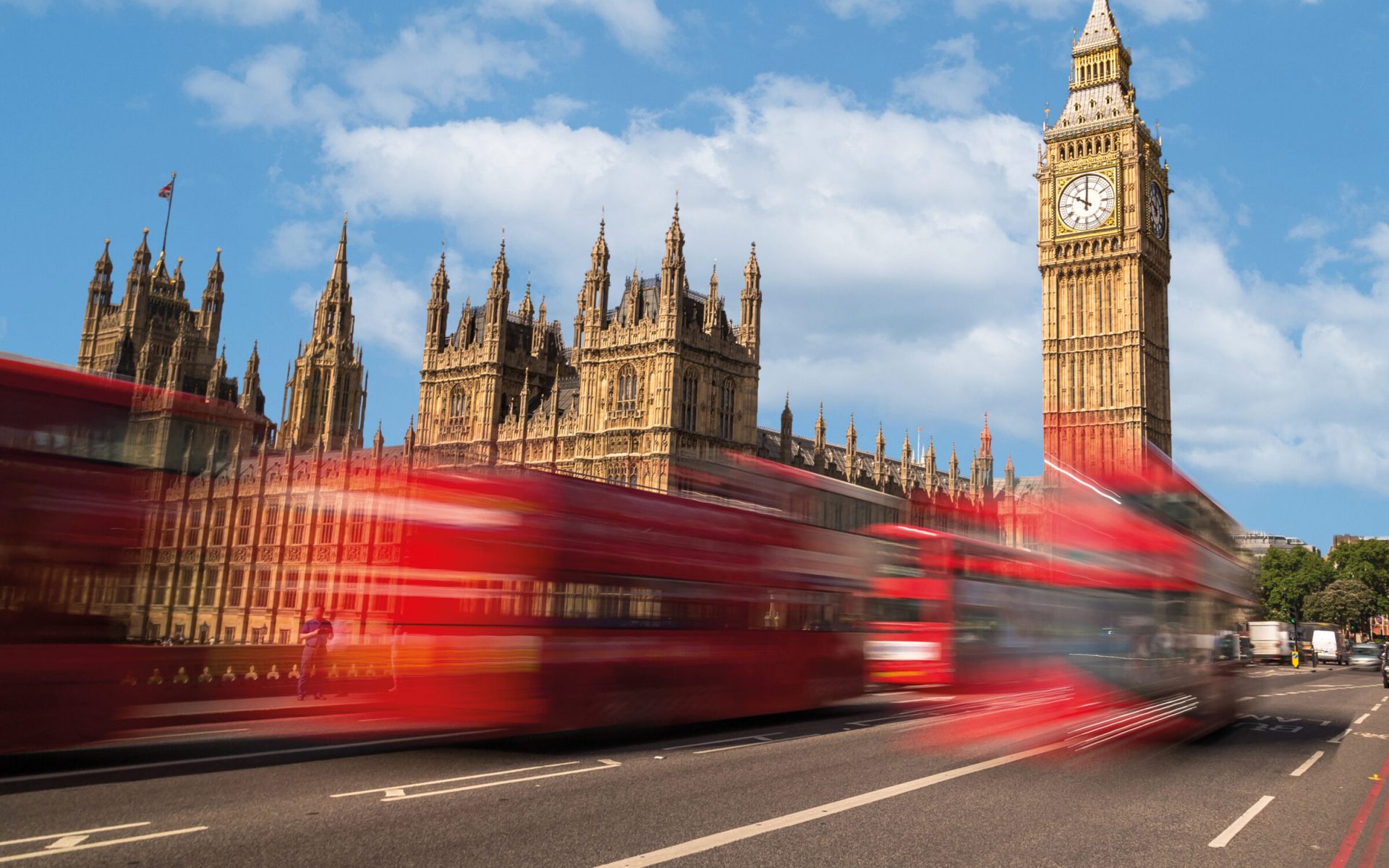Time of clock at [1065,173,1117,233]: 10:00
